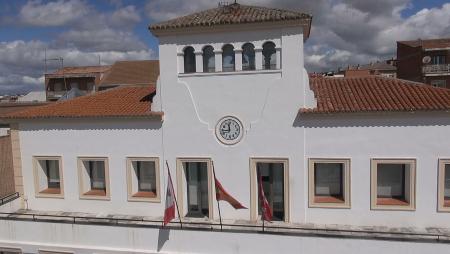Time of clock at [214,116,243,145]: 11:44
